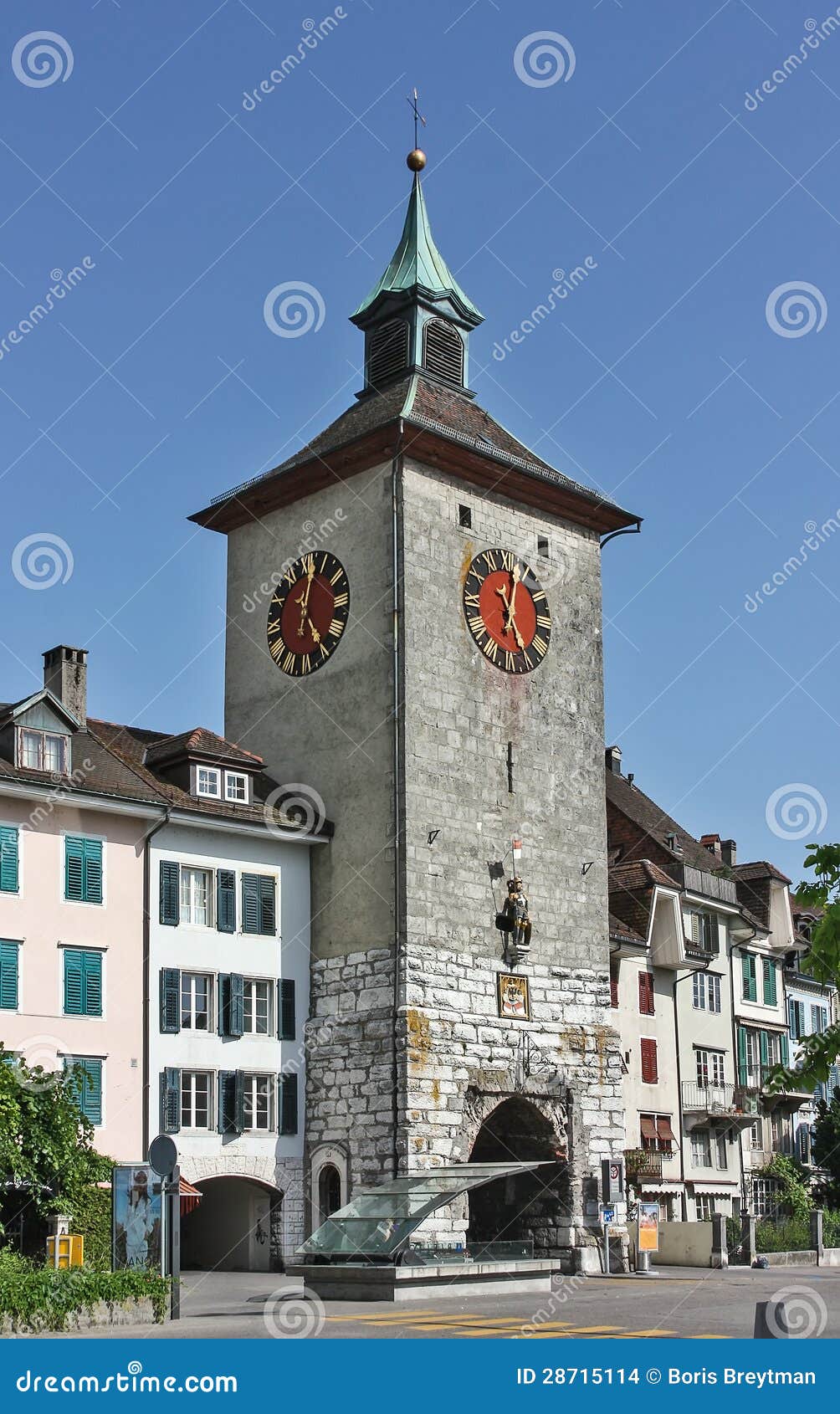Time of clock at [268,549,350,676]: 5:02
